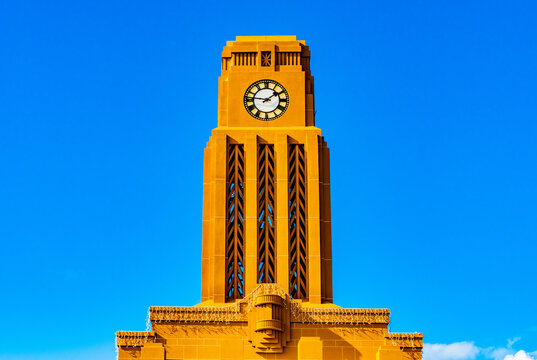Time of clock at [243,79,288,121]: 1:46
